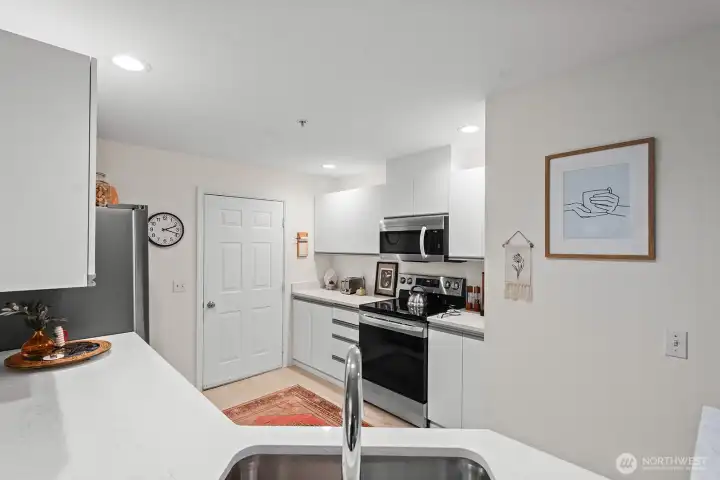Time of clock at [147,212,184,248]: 2:18
